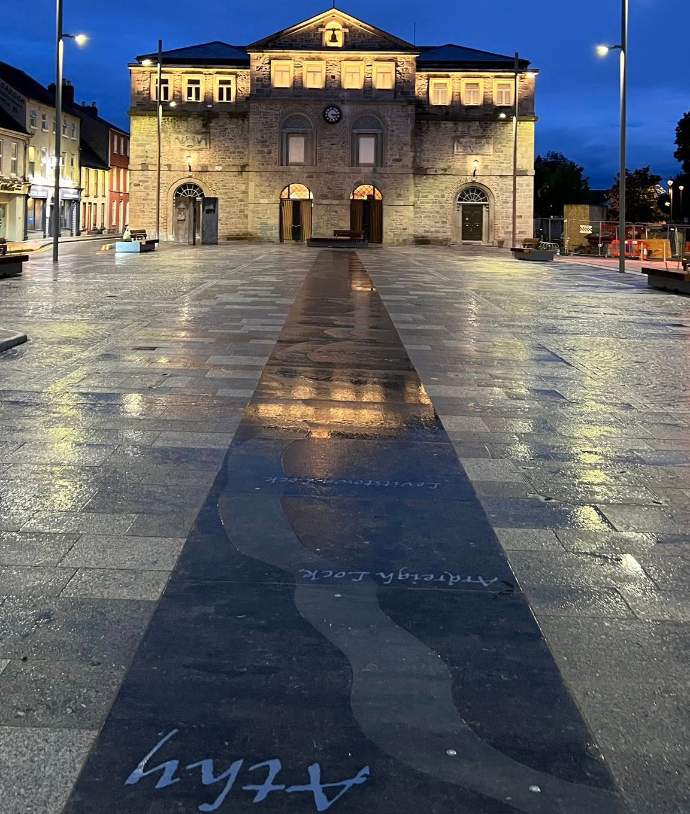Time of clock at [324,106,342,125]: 5:15
